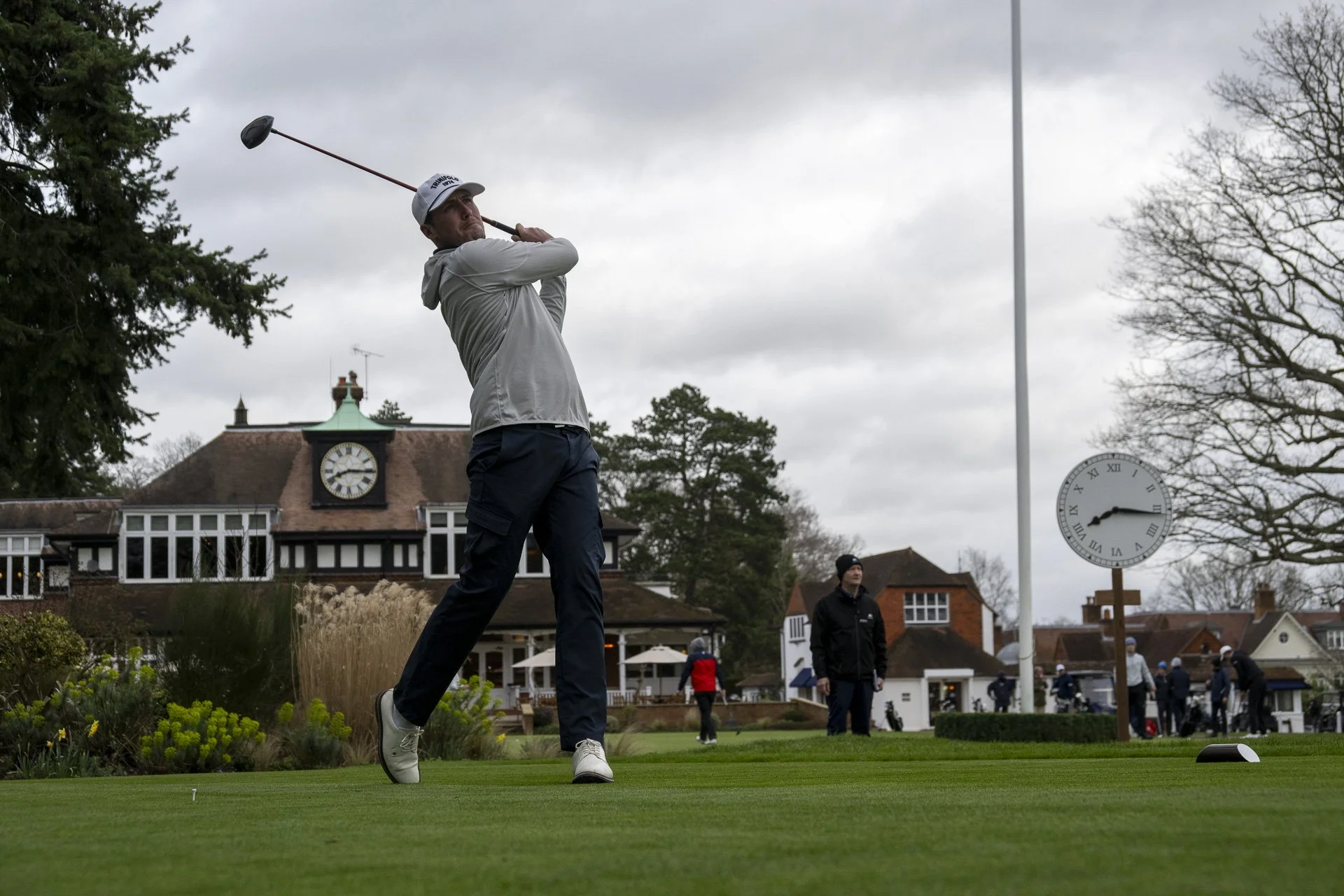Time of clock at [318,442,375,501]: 8:15
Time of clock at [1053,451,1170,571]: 8:16
